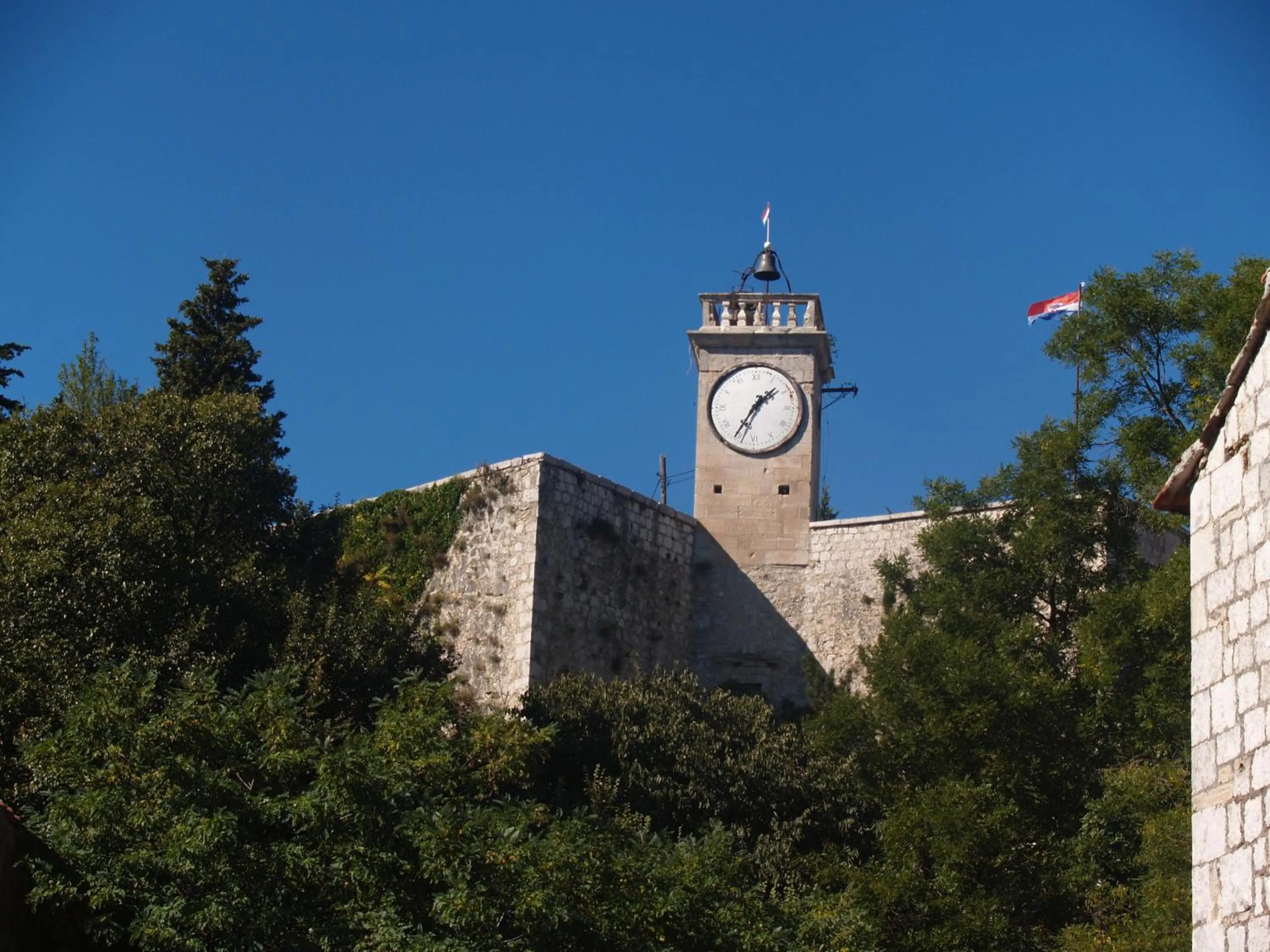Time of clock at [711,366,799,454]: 1:35
